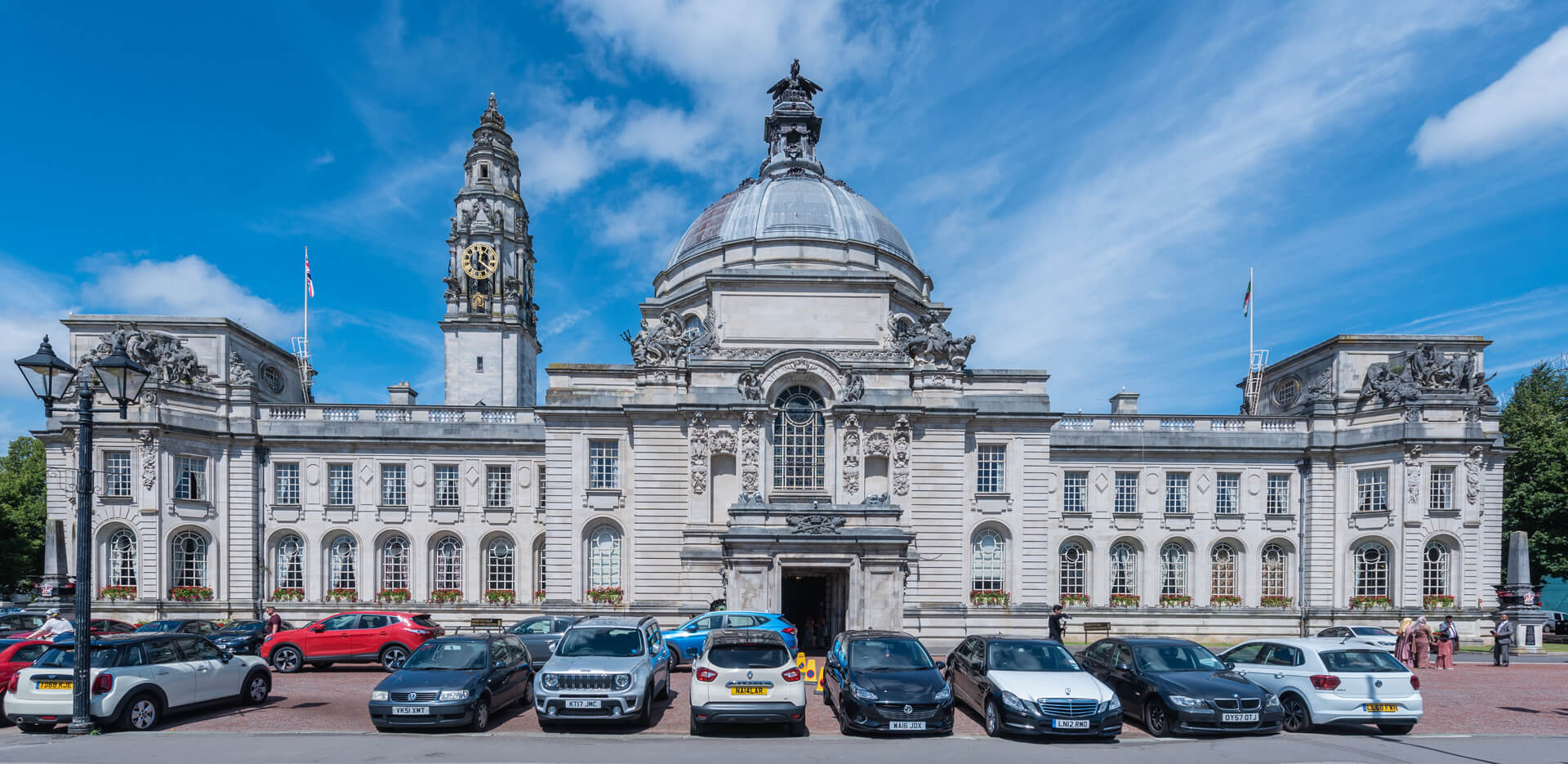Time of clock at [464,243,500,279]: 12:20
